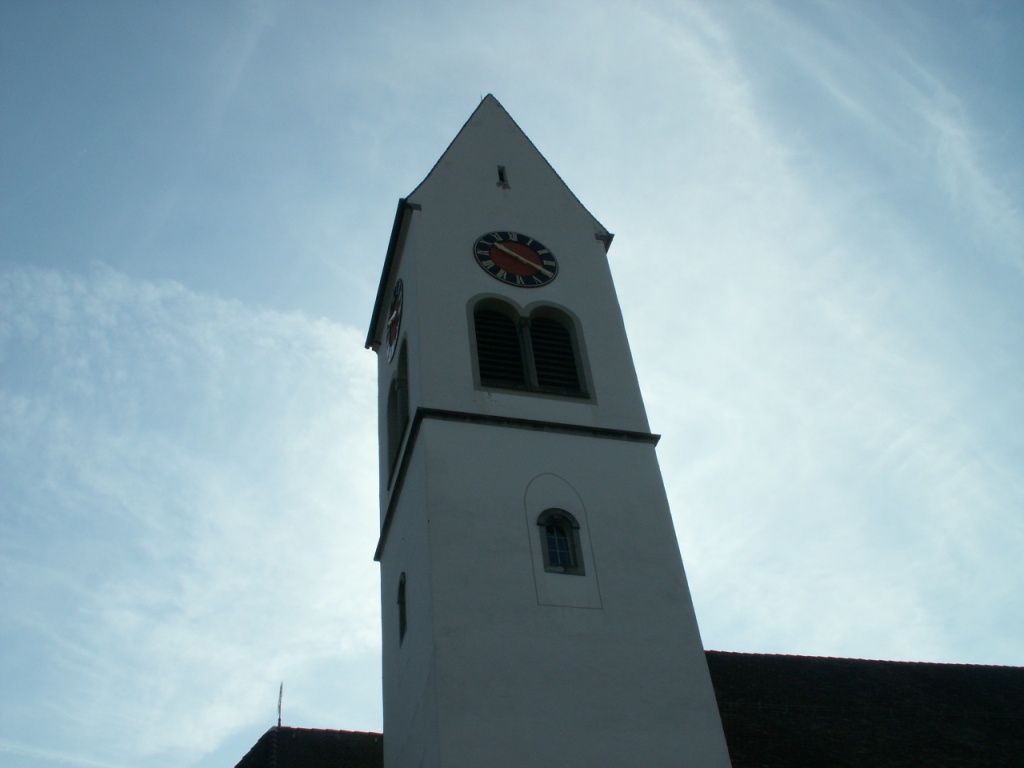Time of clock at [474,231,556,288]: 10:19
